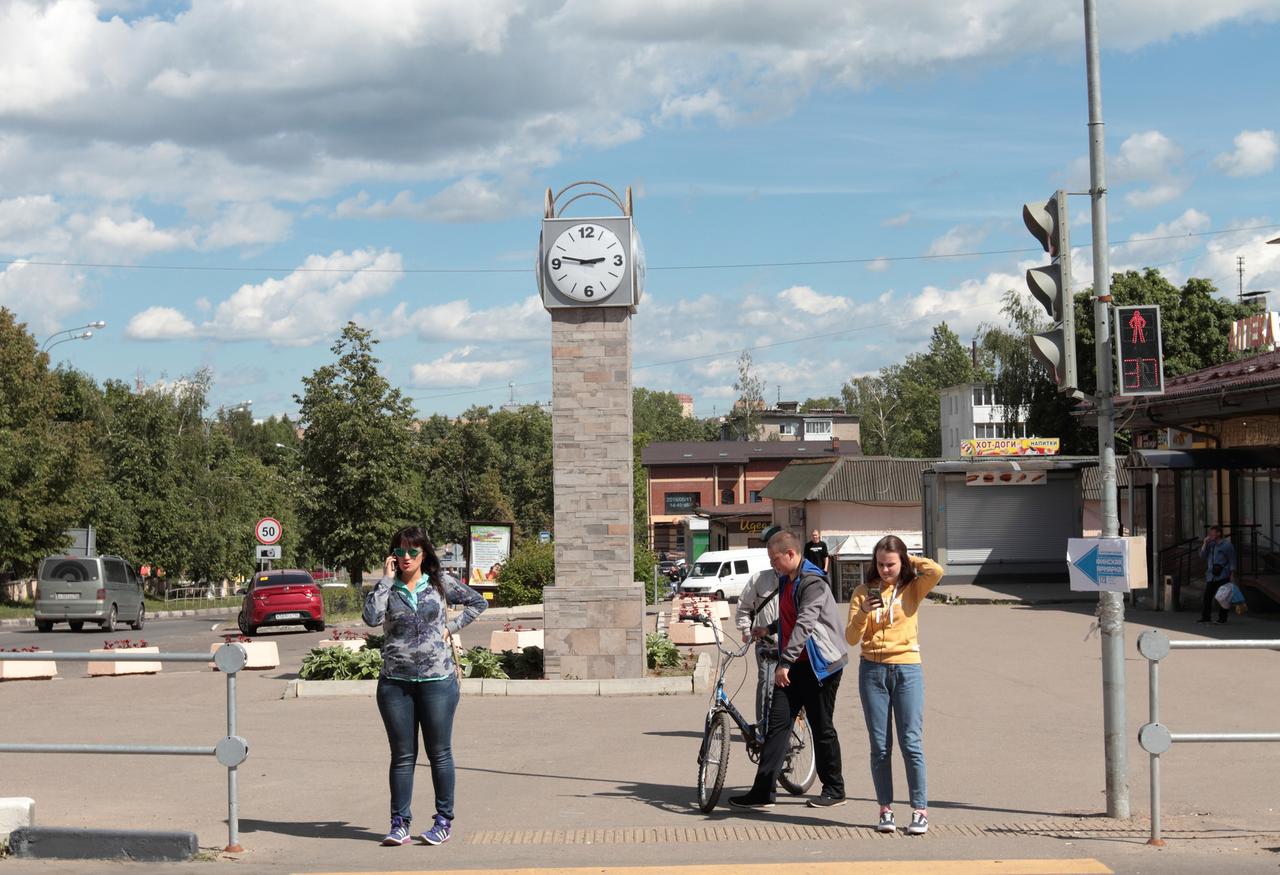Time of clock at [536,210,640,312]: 2:46
